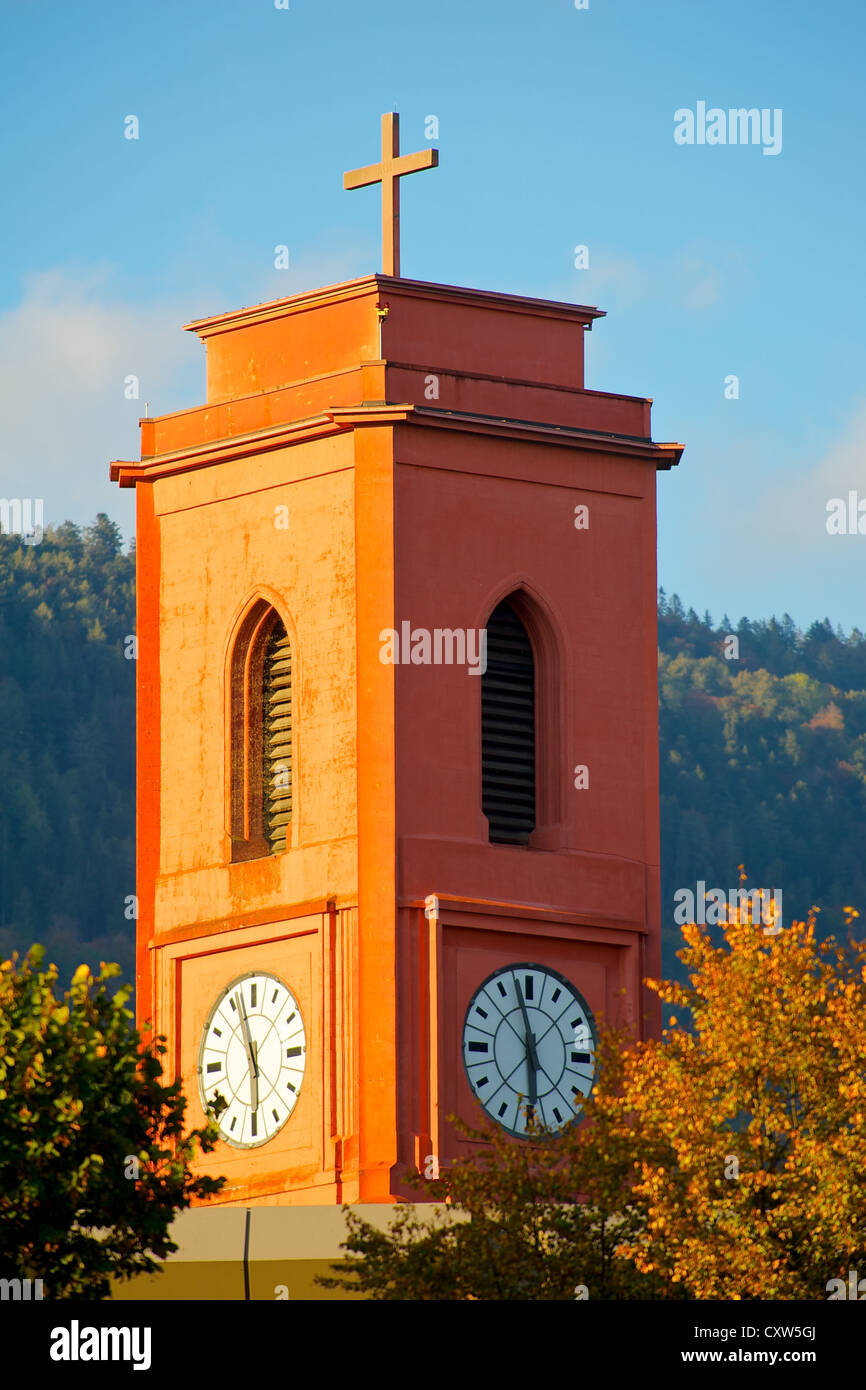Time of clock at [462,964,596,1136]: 5:57
